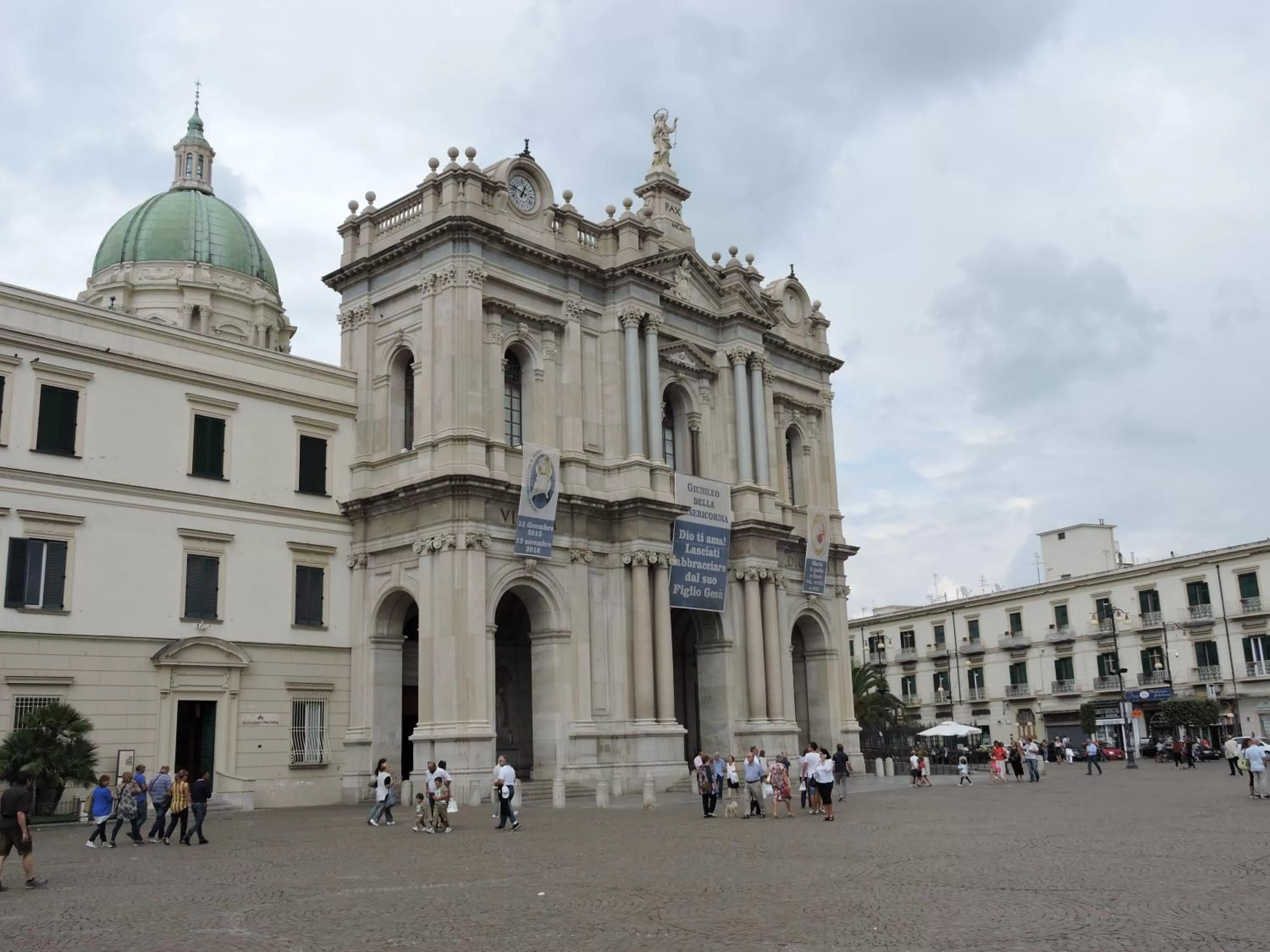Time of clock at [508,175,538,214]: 12:47
